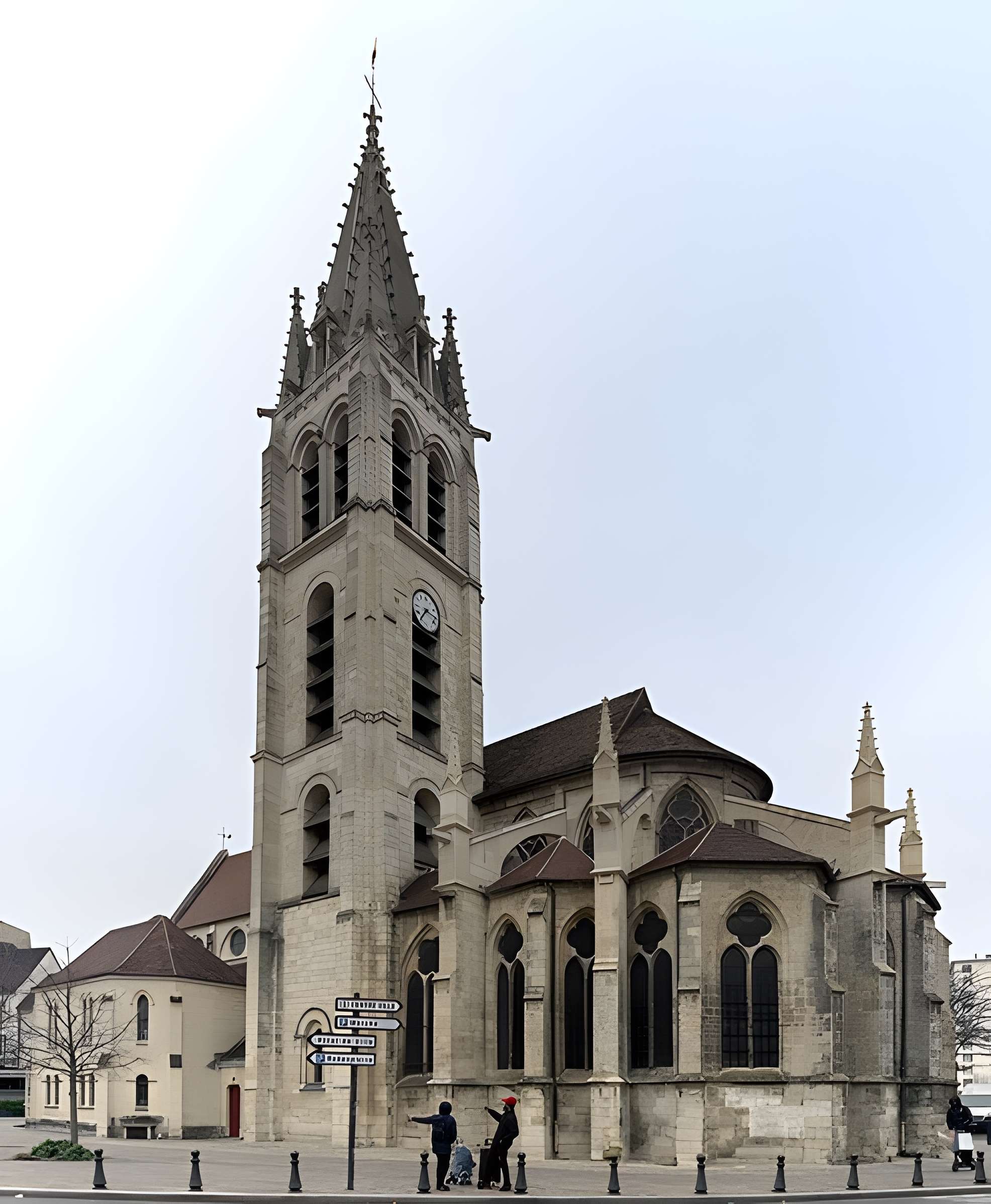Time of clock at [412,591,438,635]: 7:15
